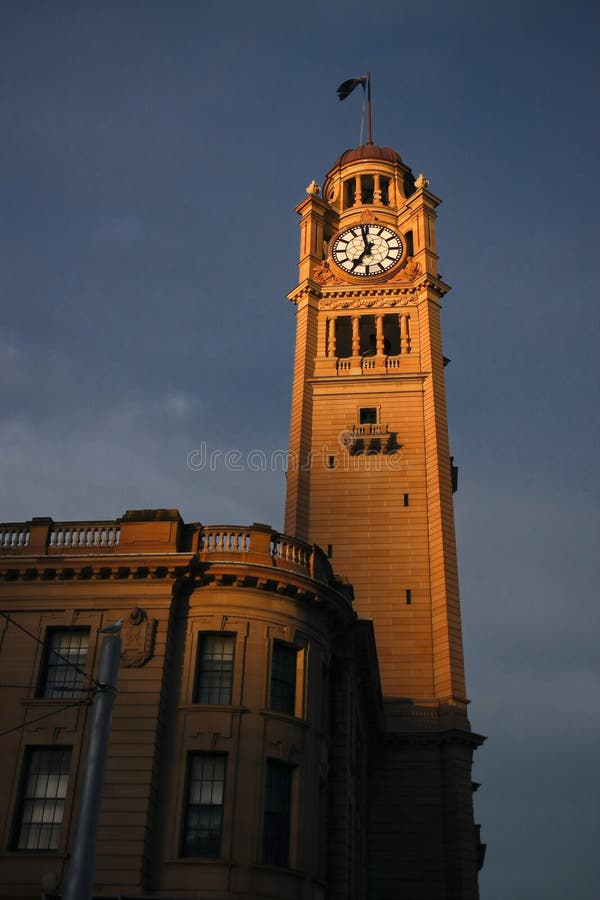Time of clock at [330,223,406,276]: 6:58
